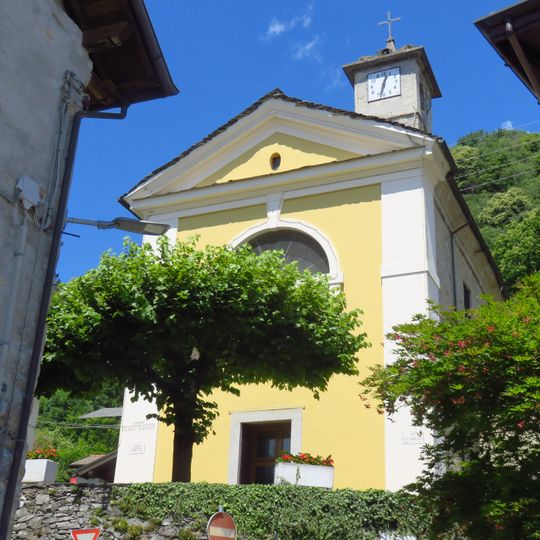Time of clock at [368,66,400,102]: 12:32
